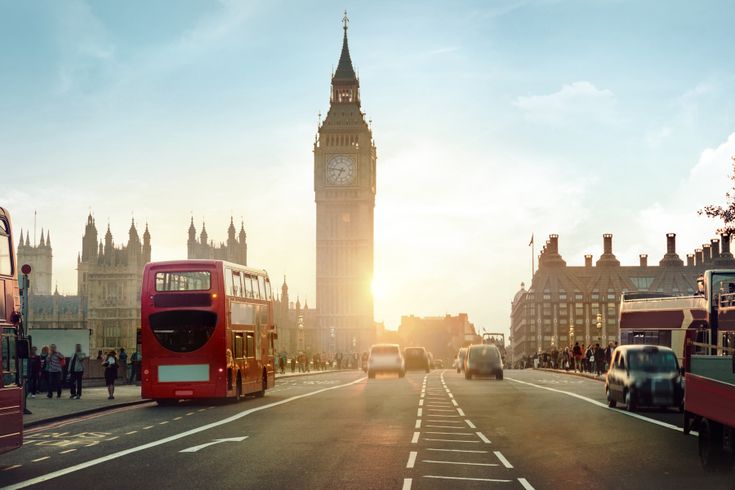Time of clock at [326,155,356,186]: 6:46
